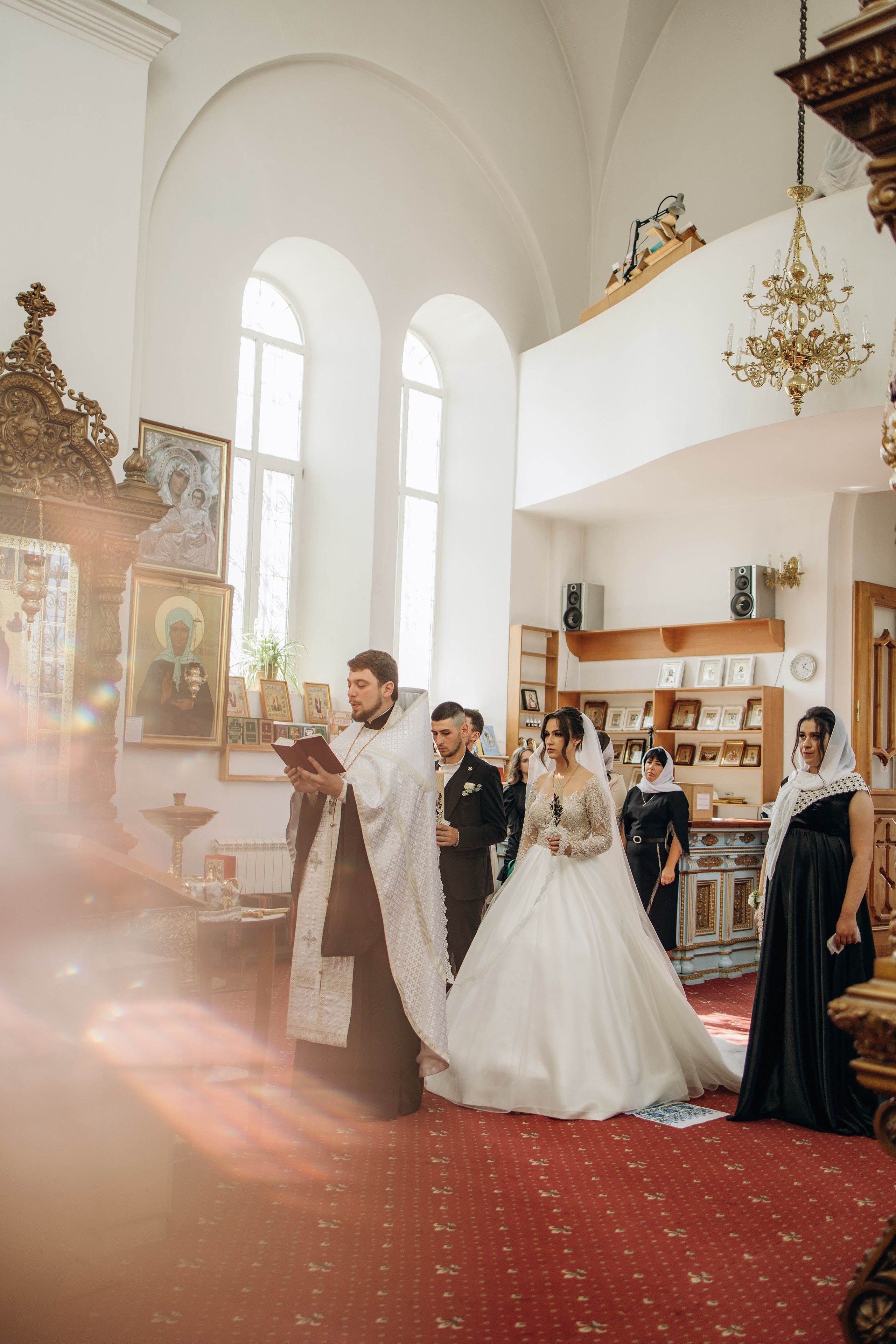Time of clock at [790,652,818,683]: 1:20
